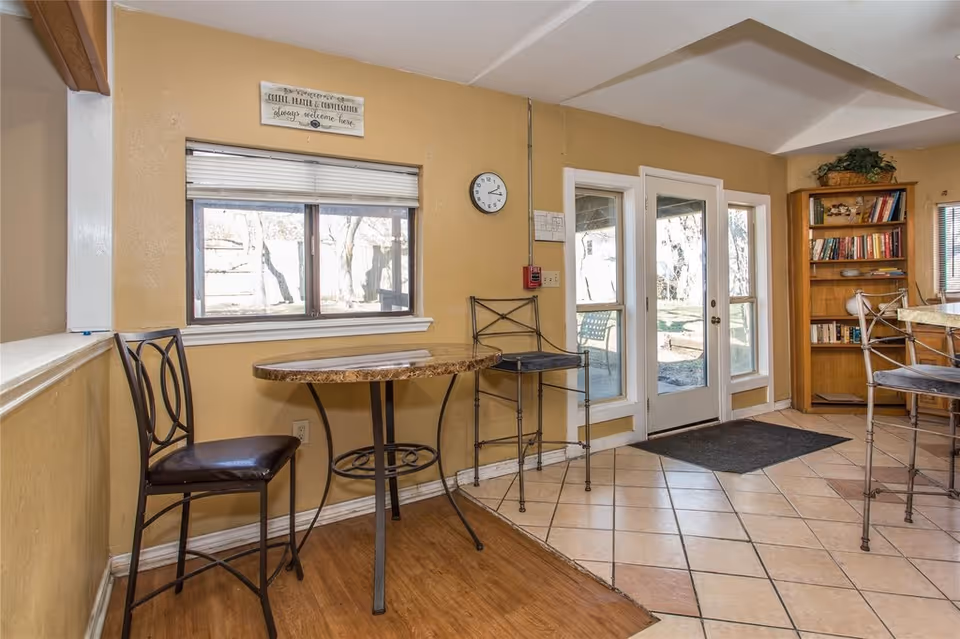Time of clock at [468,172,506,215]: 2:16
